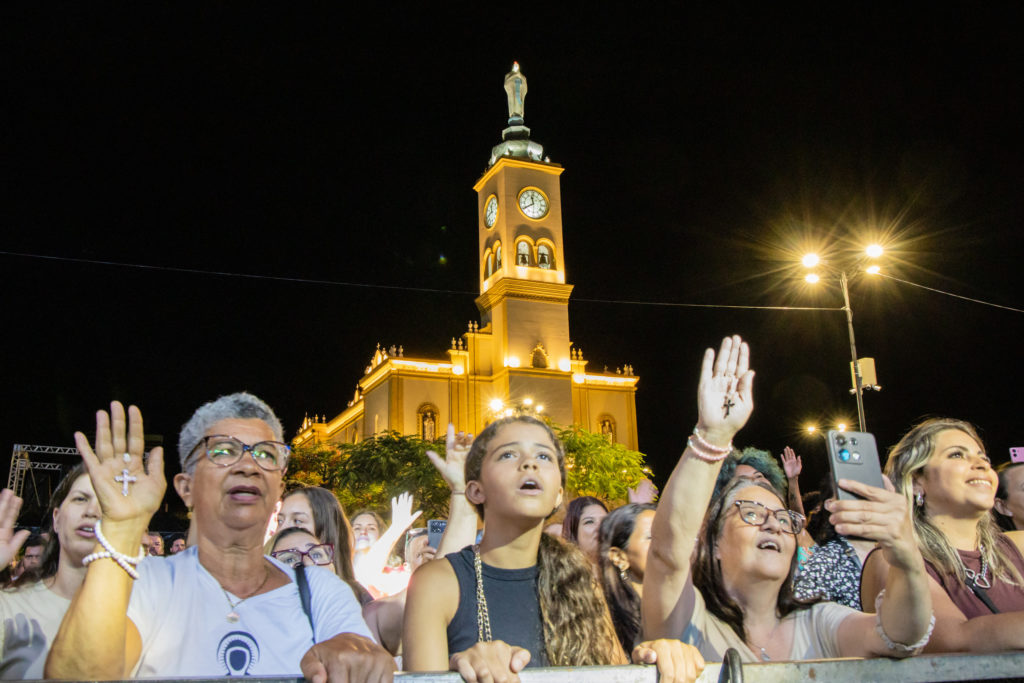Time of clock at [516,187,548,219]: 11:40
